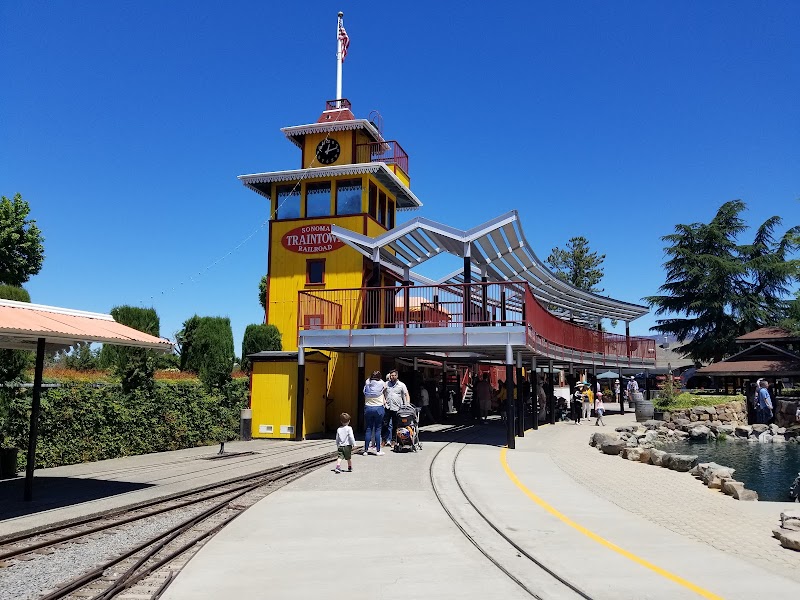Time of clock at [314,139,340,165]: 12:12
